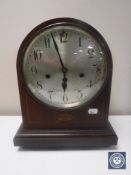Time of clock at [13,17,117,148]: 5:56
